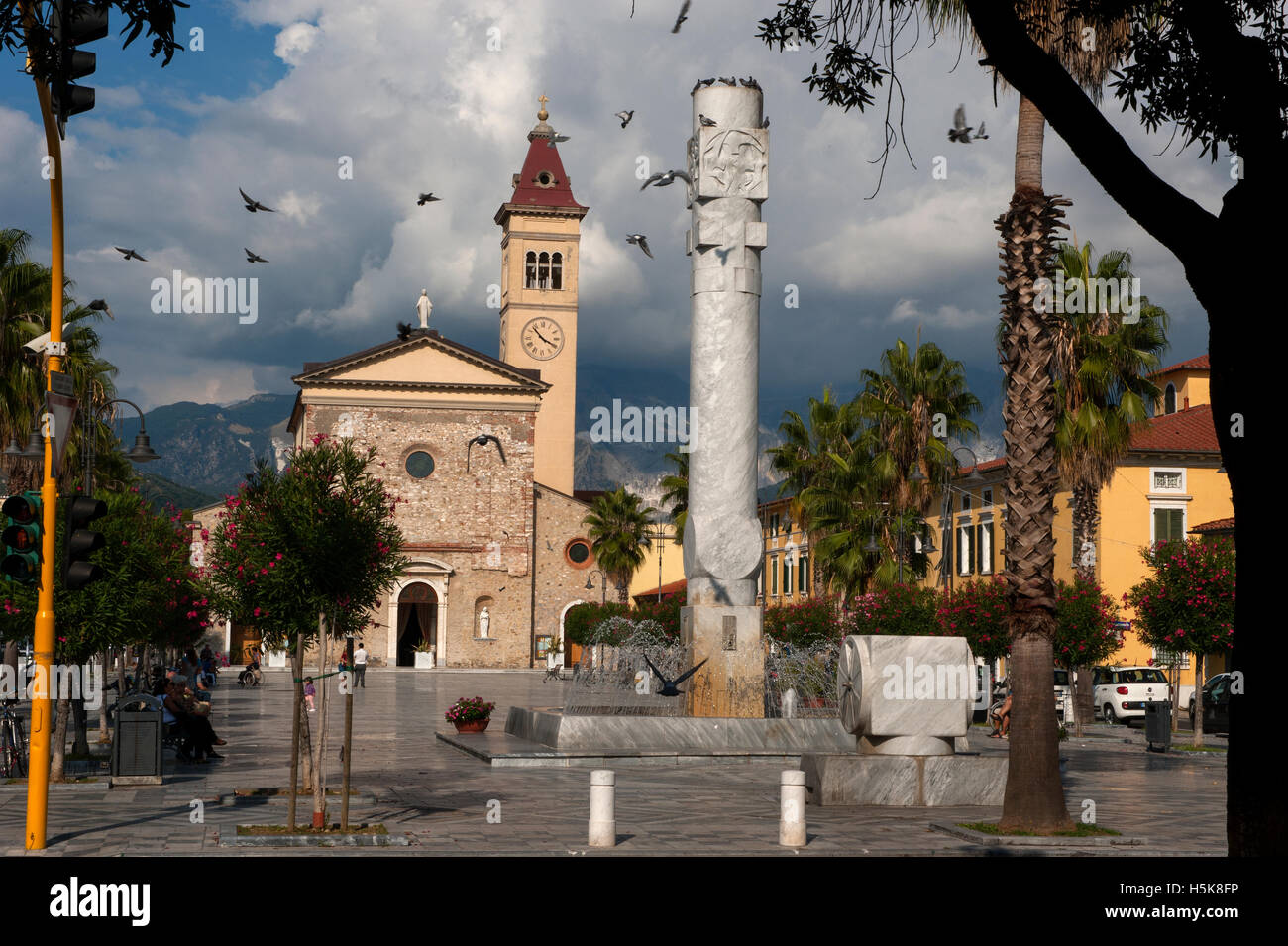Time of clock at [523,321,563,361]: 3:52
